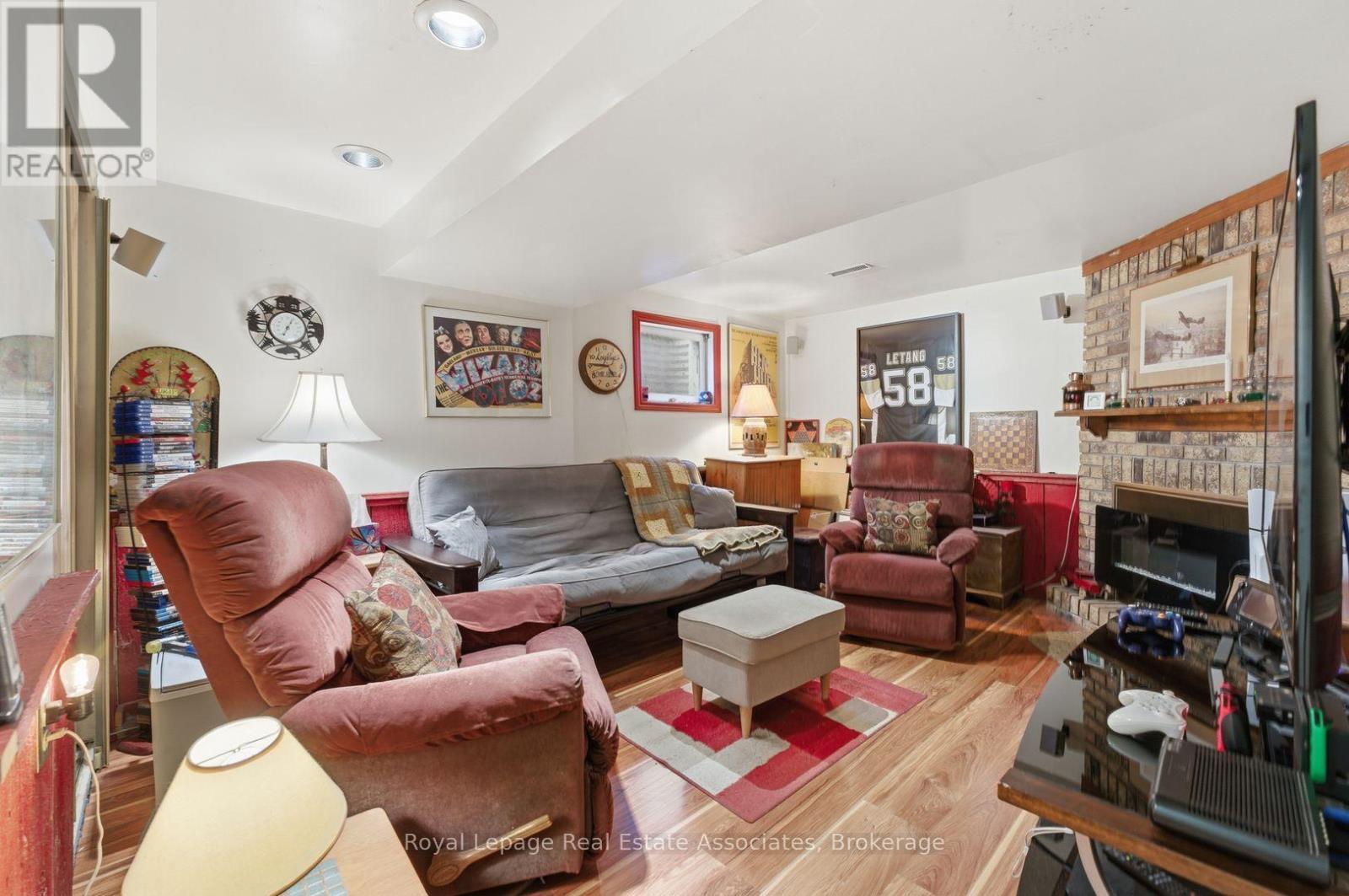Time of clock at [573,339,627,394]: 4:45
